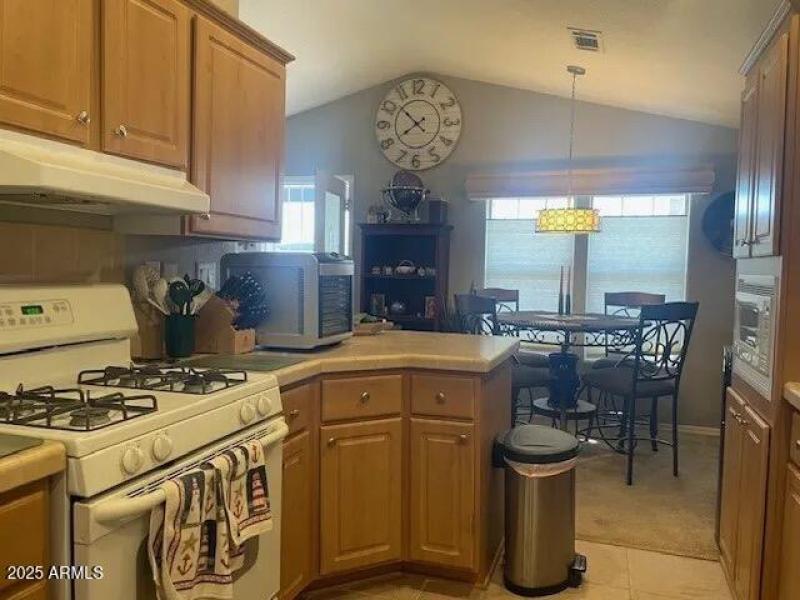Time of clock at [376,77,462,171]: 7:52
